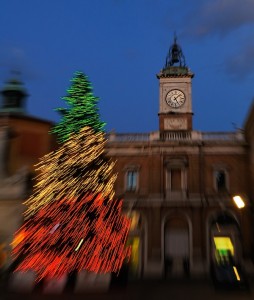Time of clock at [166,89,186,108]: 5:07
